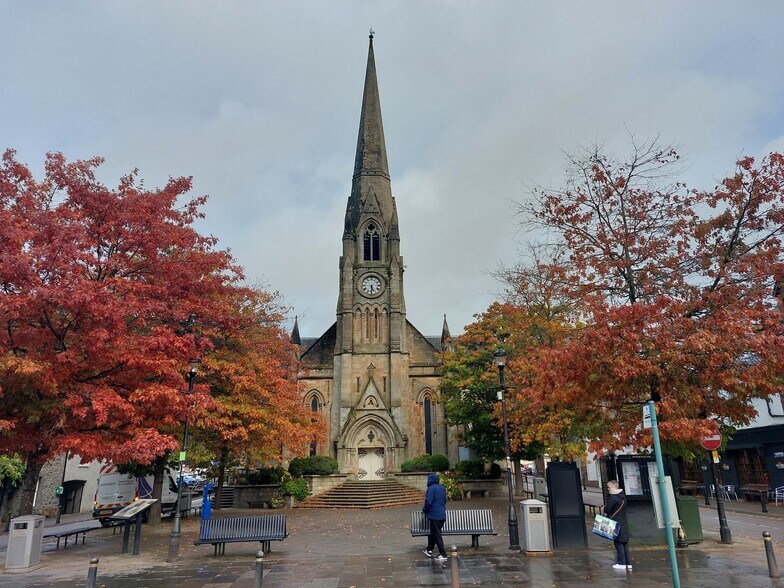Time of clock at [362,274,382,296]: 5:30
